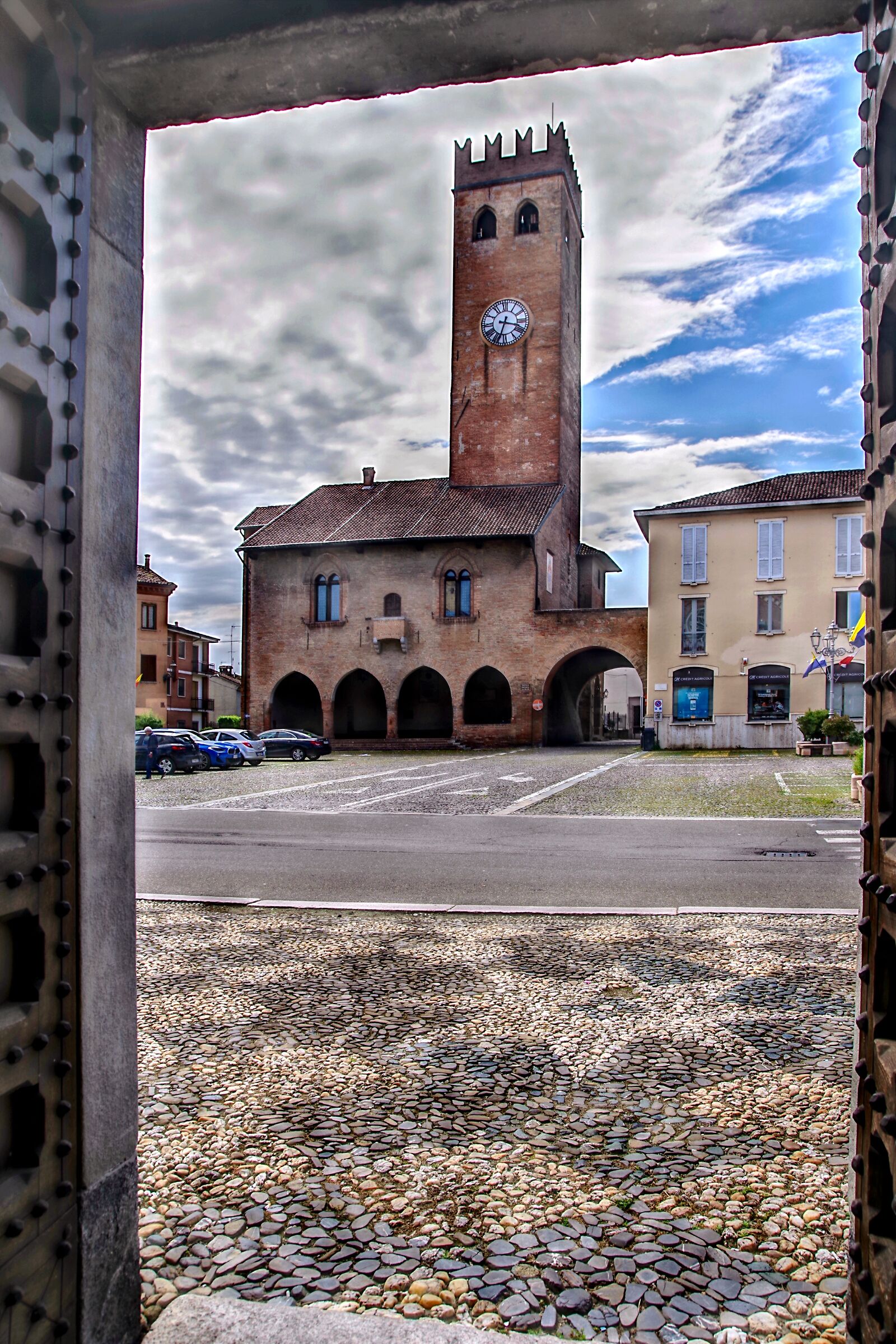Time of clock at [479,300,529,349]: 3:33
